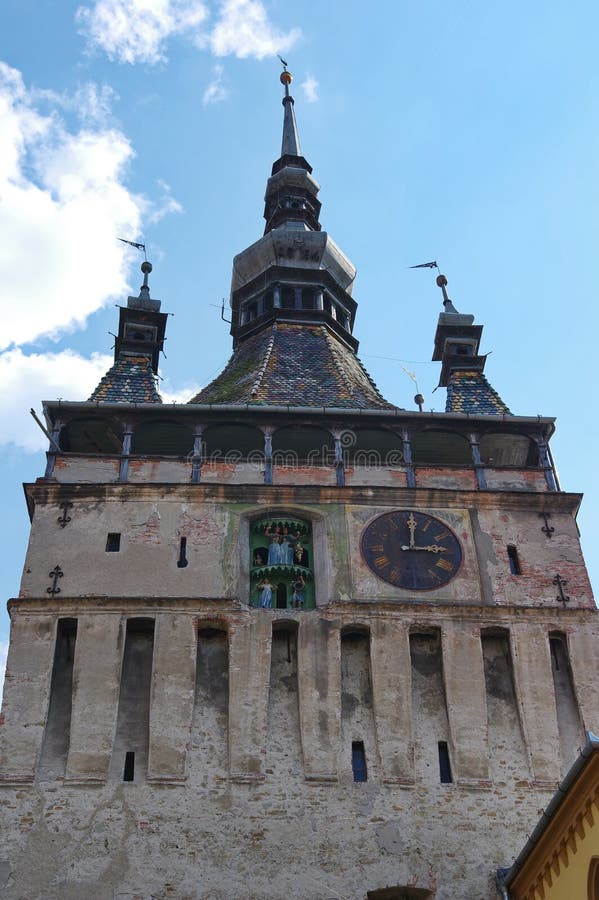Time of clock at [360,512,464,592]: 3:00
